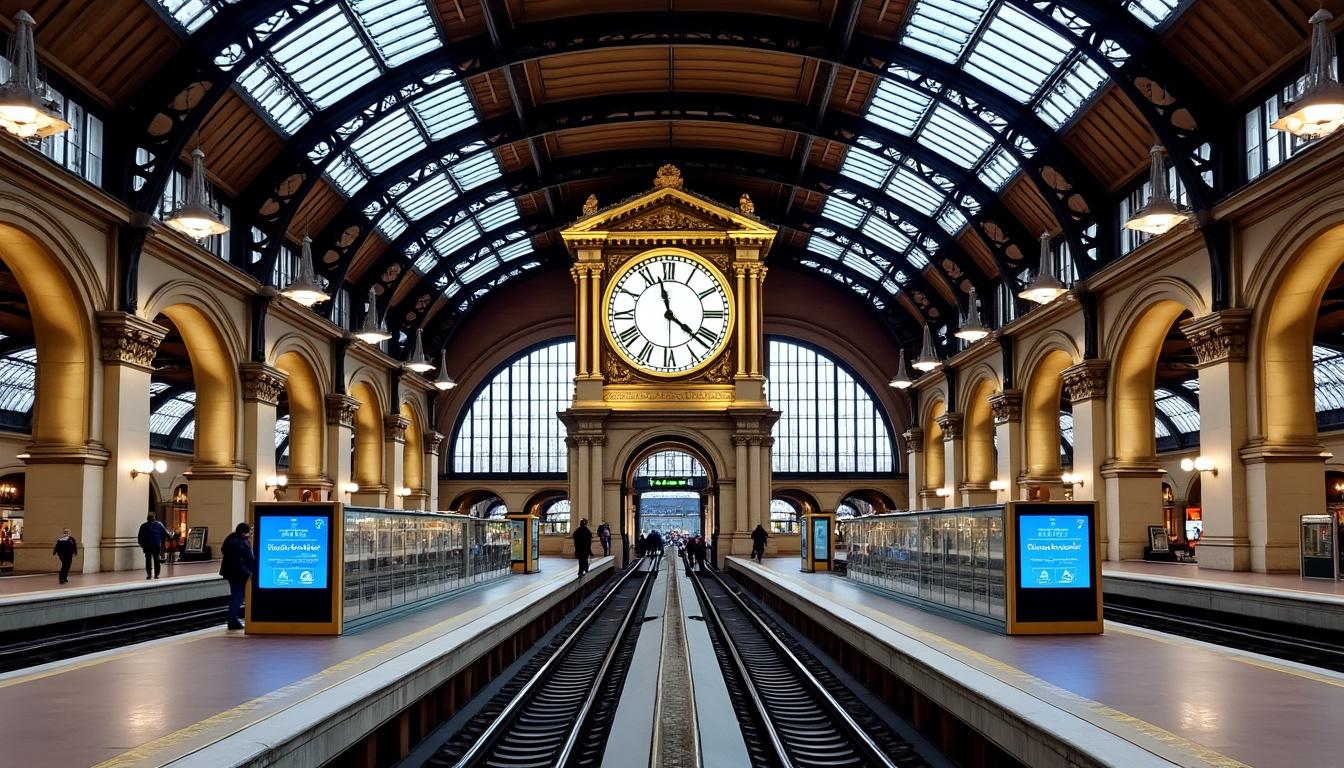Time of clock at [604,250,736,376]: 11:21
